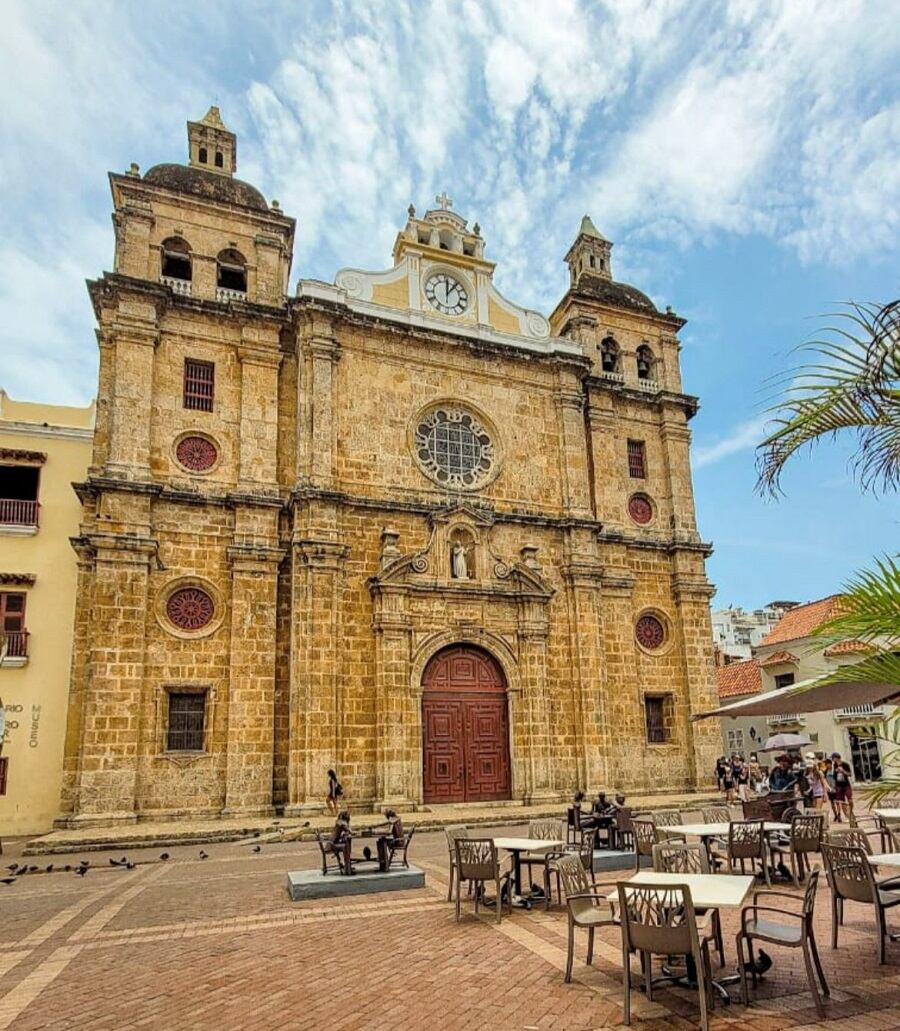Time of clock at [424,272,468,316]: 12:06
